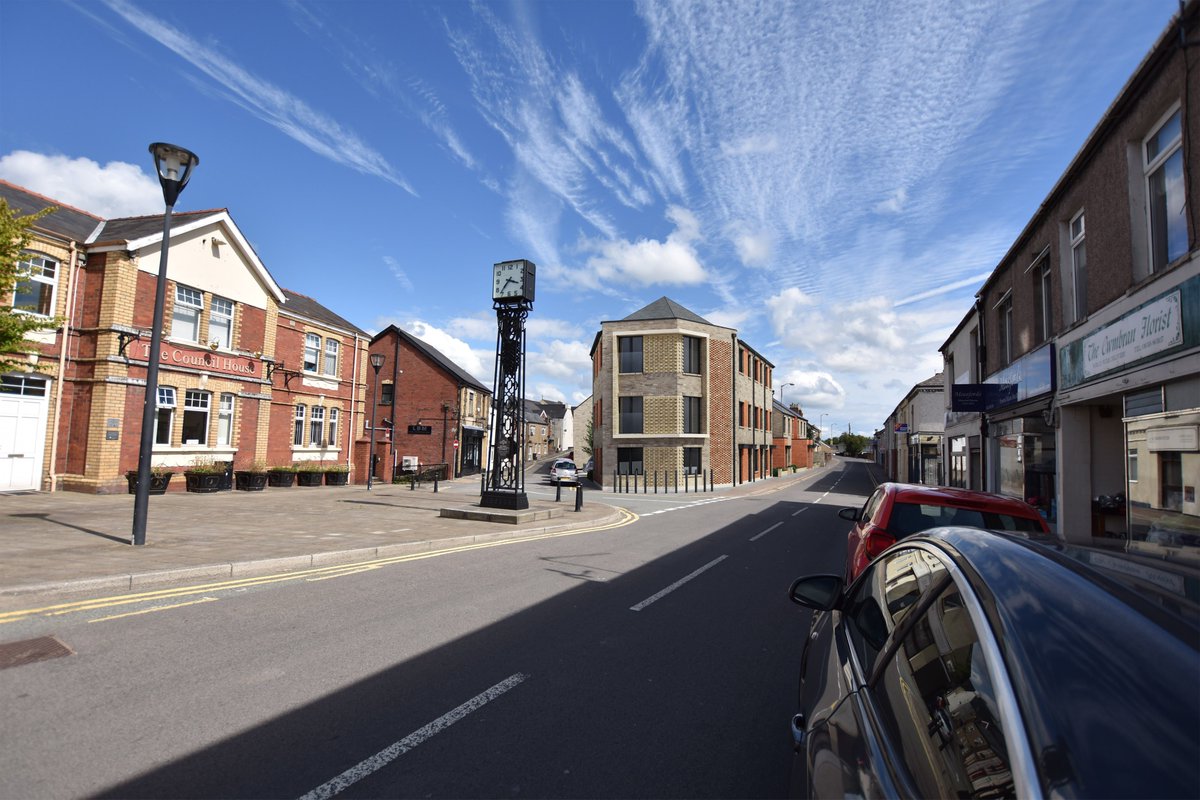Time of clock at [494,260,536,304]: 3:37
